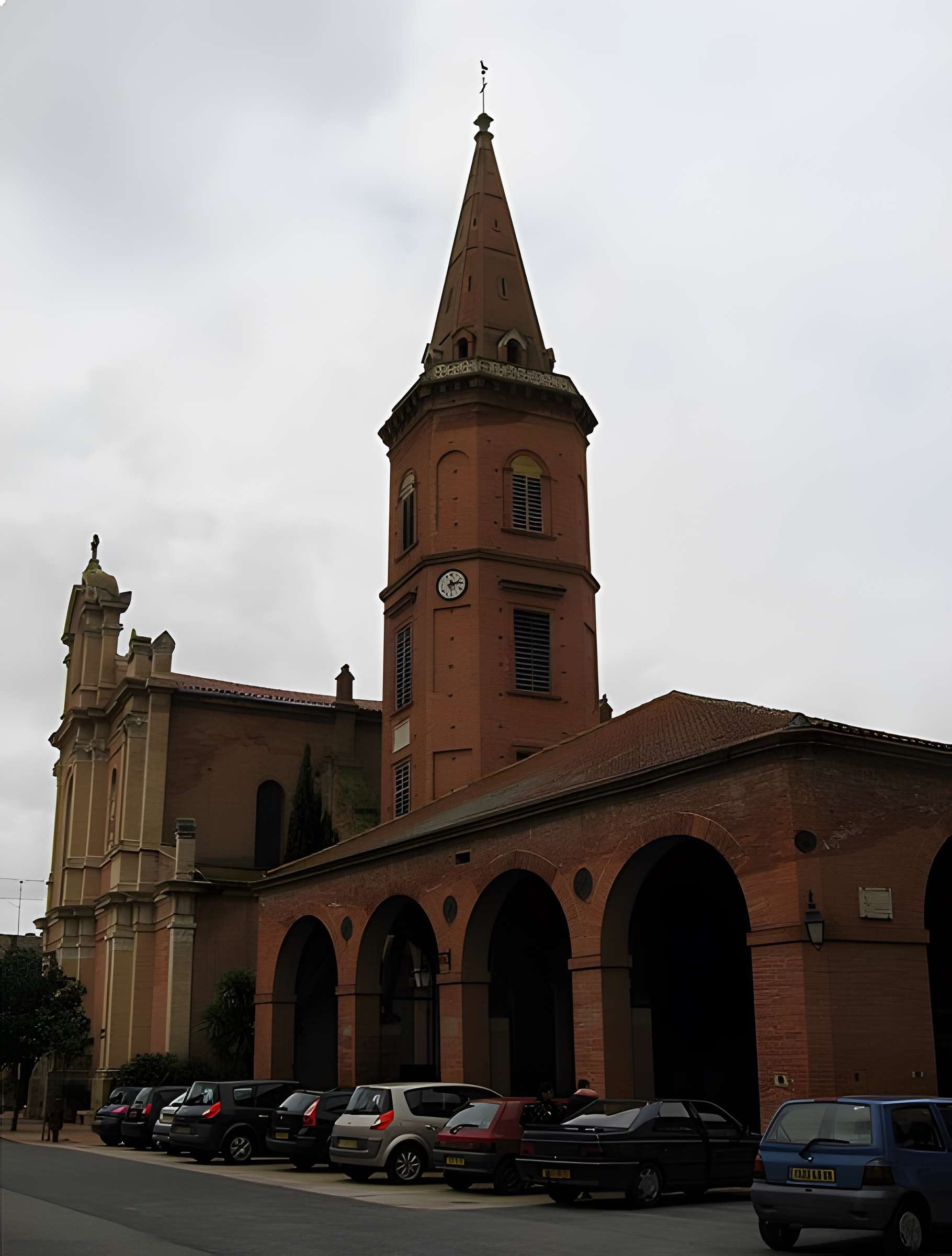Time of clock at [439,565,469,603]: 2:29
